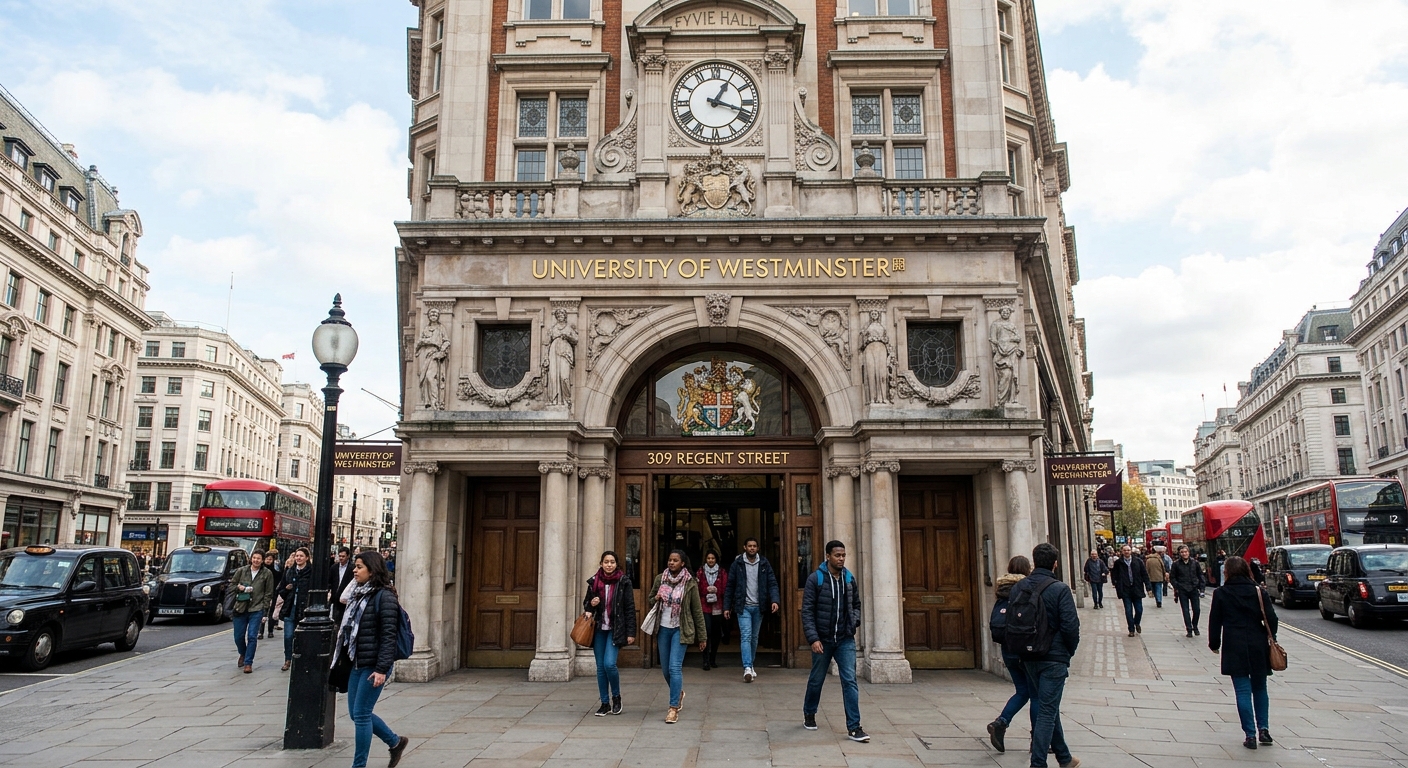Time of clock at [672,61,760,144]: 1:18
